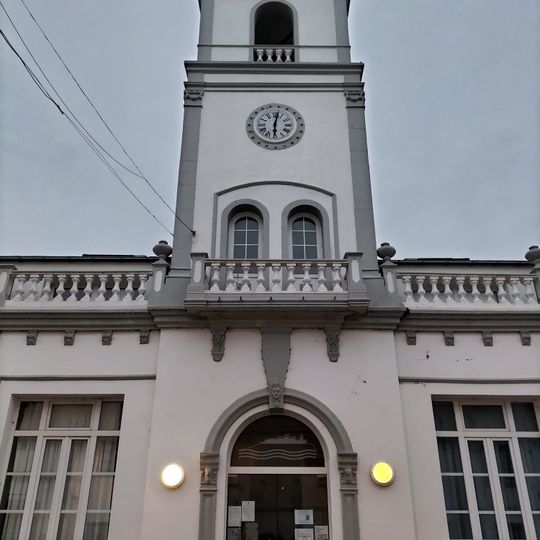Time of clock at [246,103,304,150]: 6:01
